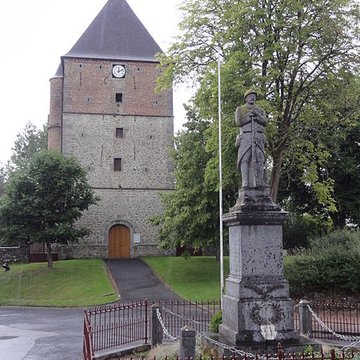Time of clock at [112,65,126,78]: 12:11
